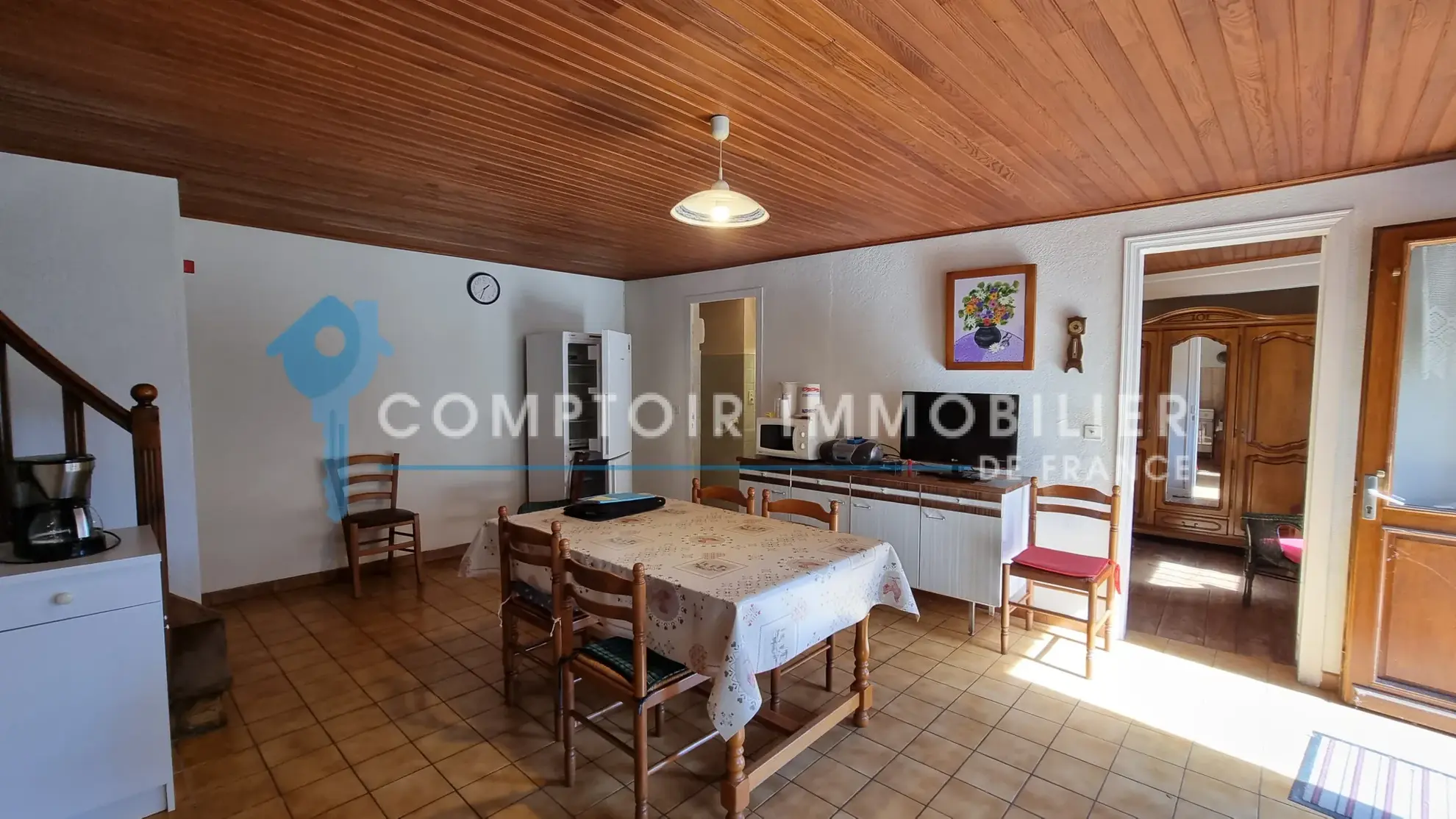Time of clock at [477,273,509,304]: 1:33
